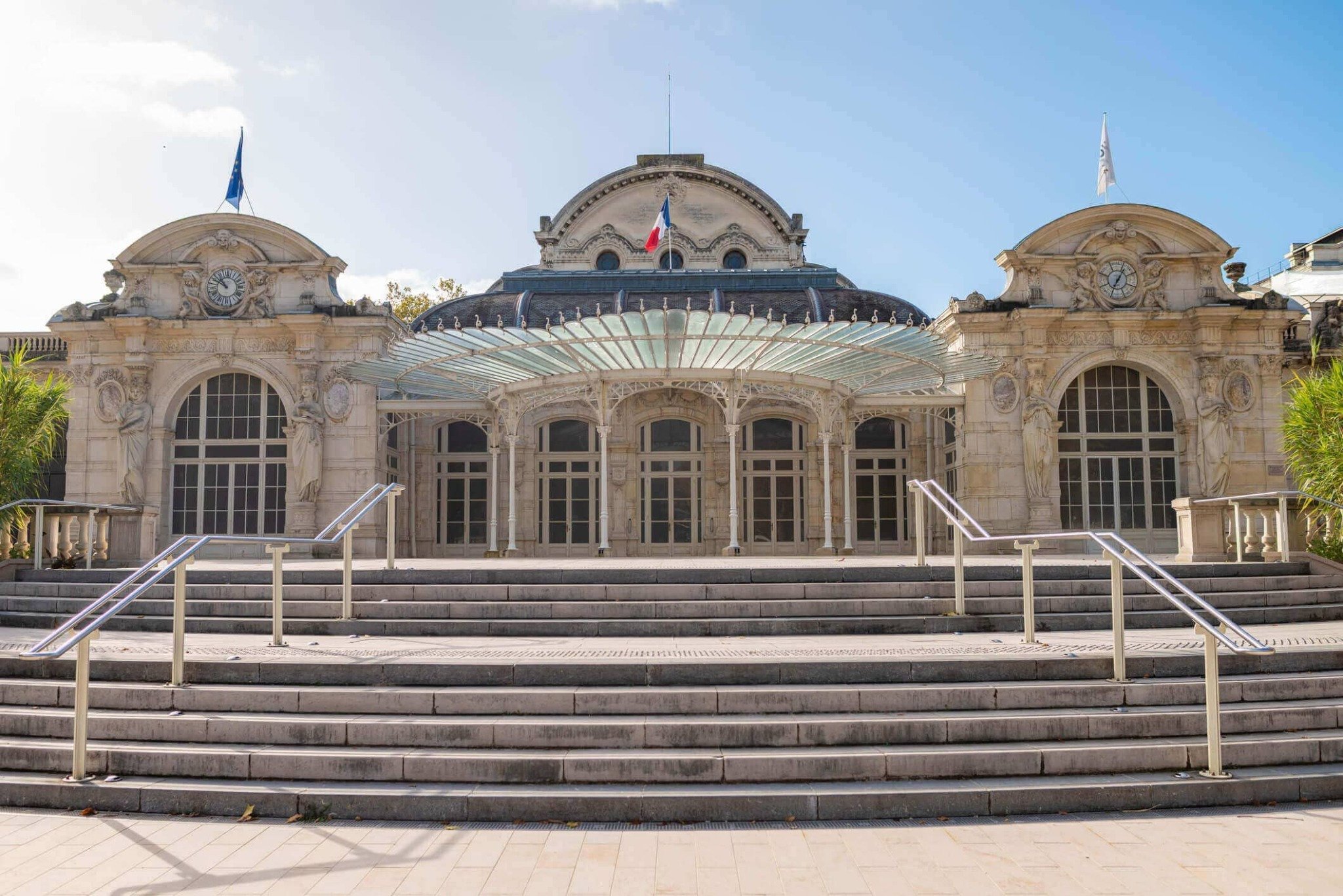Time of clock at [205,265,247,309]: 10:50
